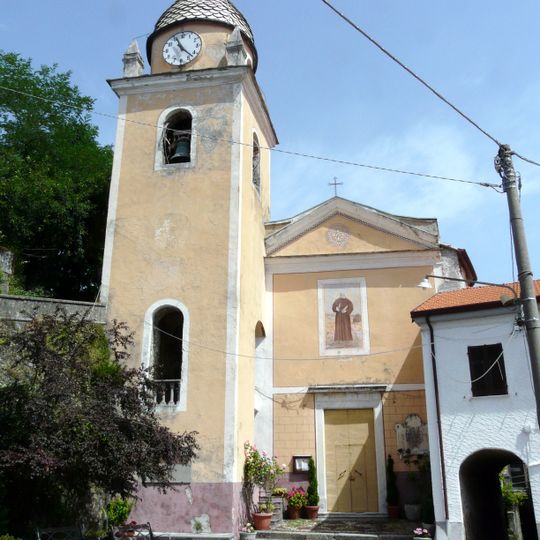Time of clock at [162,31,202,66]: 11:22
